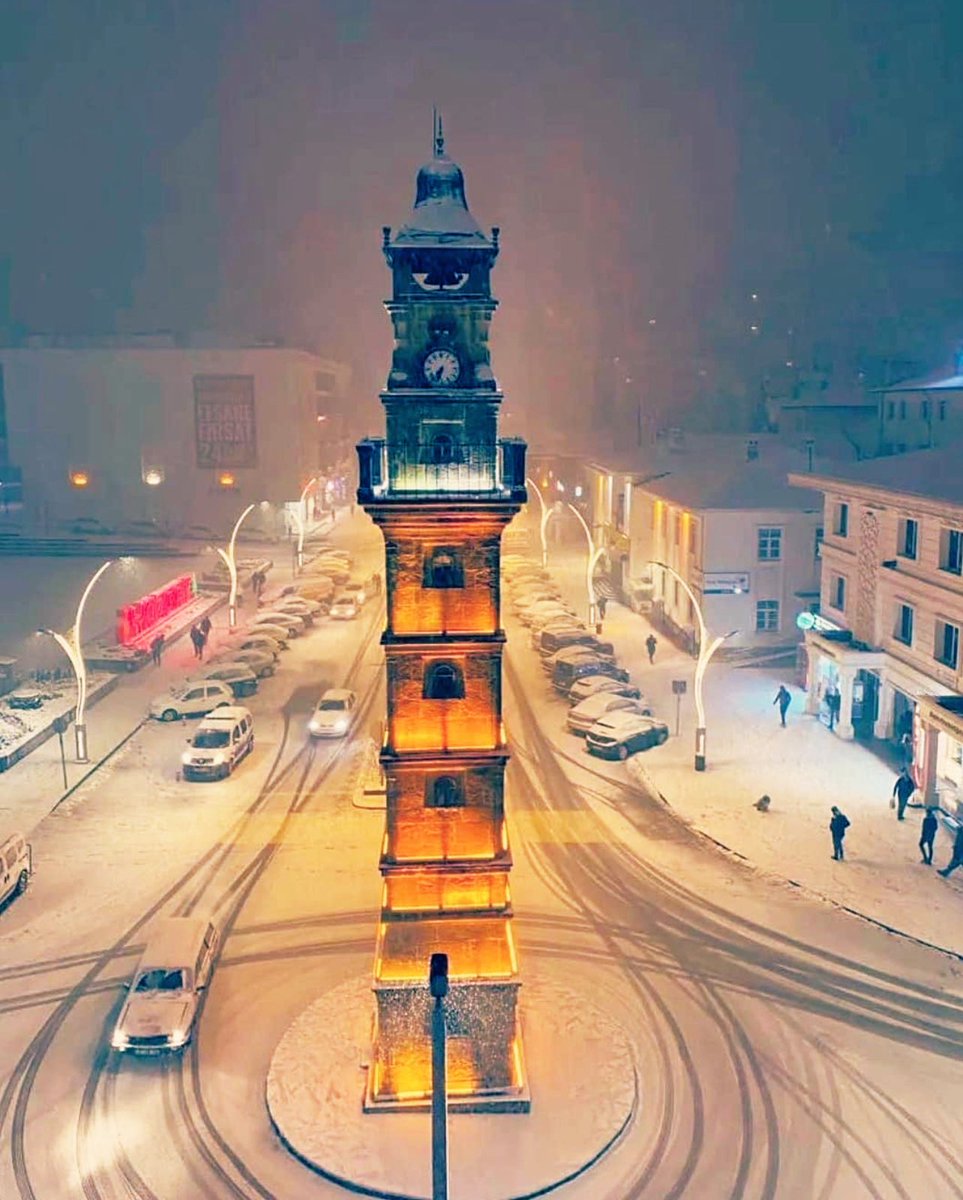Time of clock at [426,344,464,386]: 7:33
